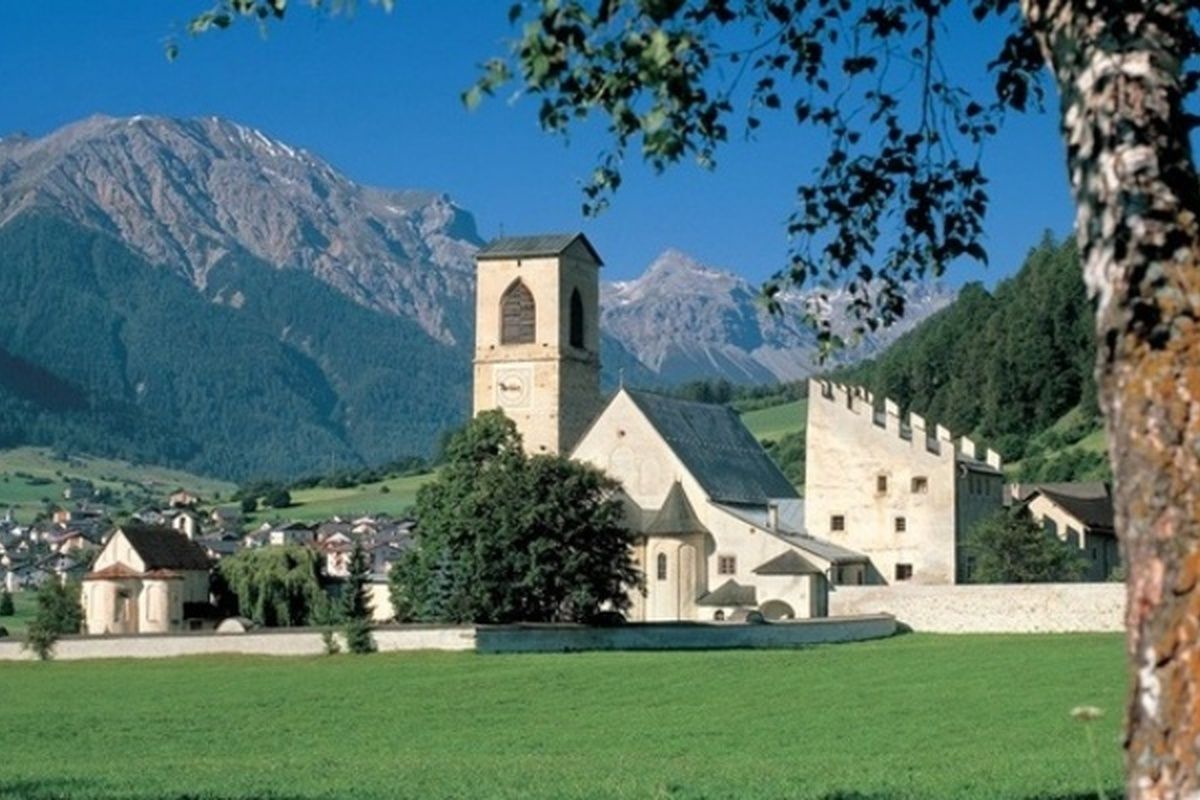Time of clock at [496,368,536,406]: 8:47
